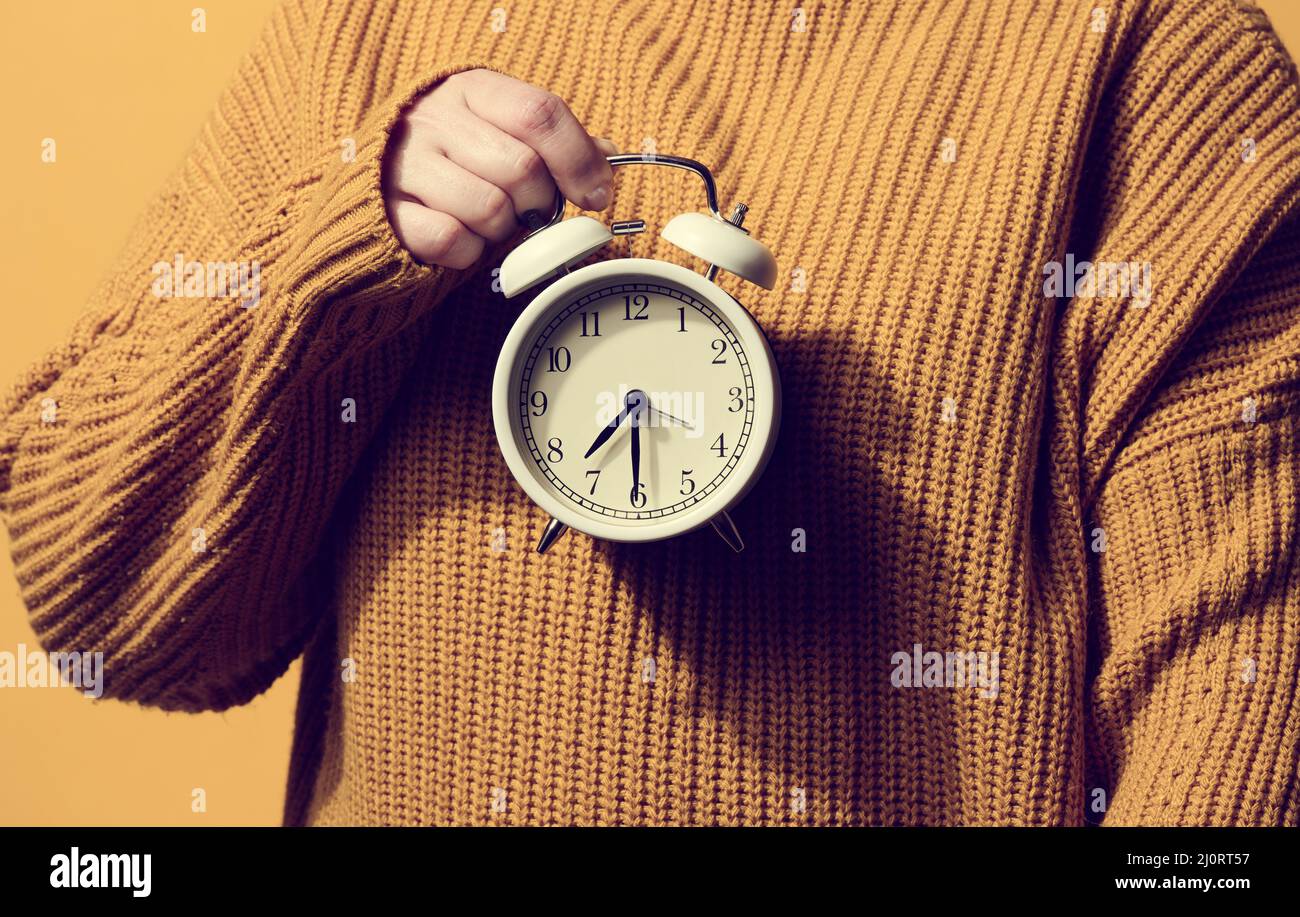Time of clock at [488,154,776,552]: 7:30
